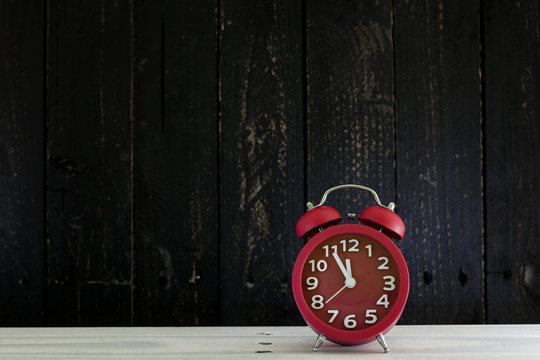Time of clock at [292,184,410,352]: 11:55
